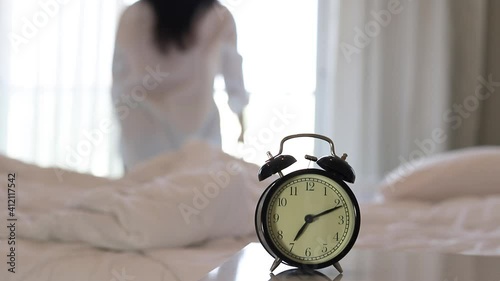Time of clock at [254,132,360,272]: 7:11
